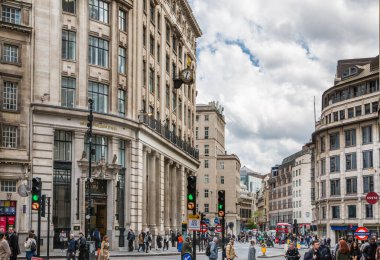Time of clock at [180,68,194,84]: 12:32
